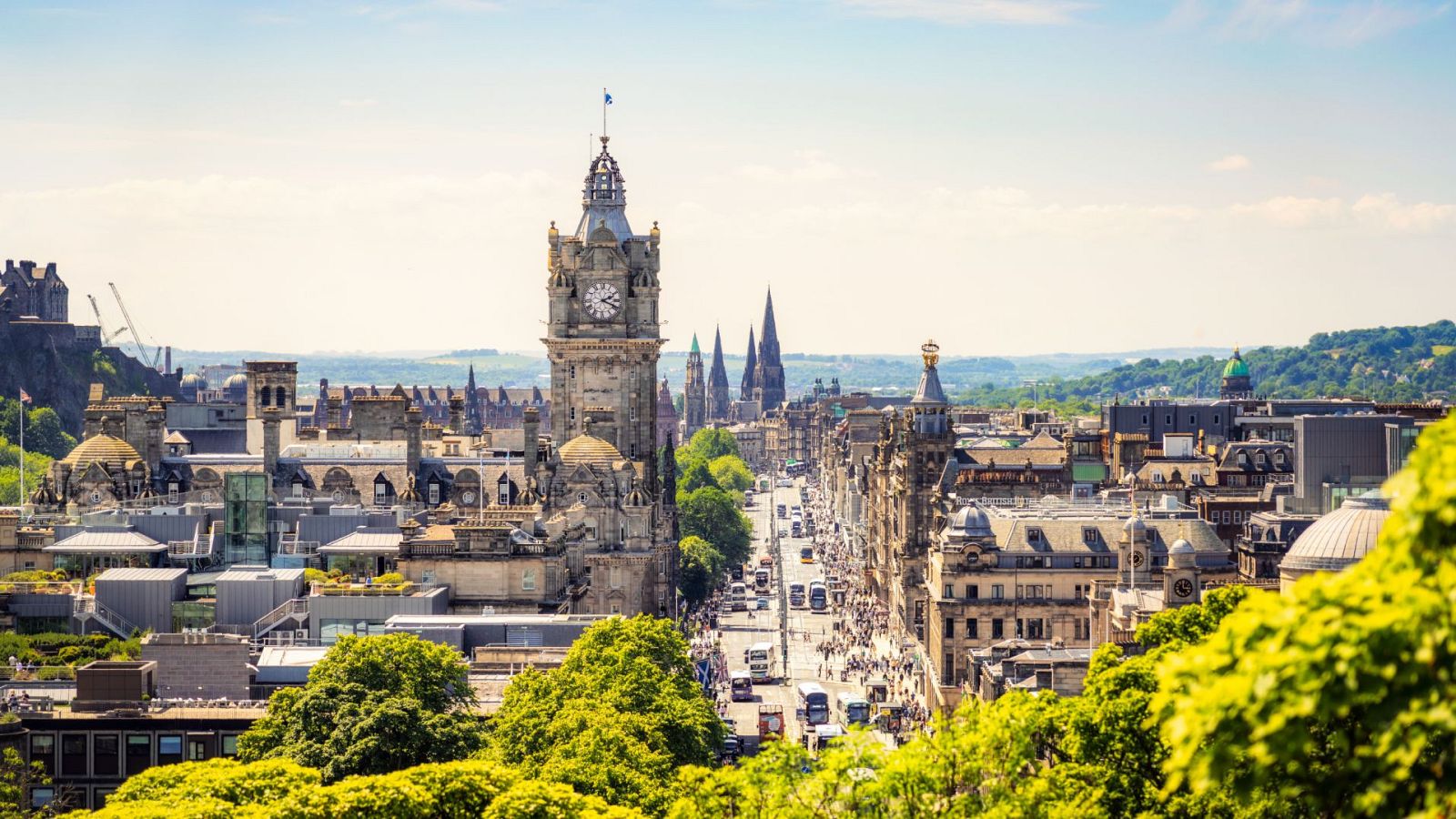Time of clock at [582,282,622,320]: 2:18
